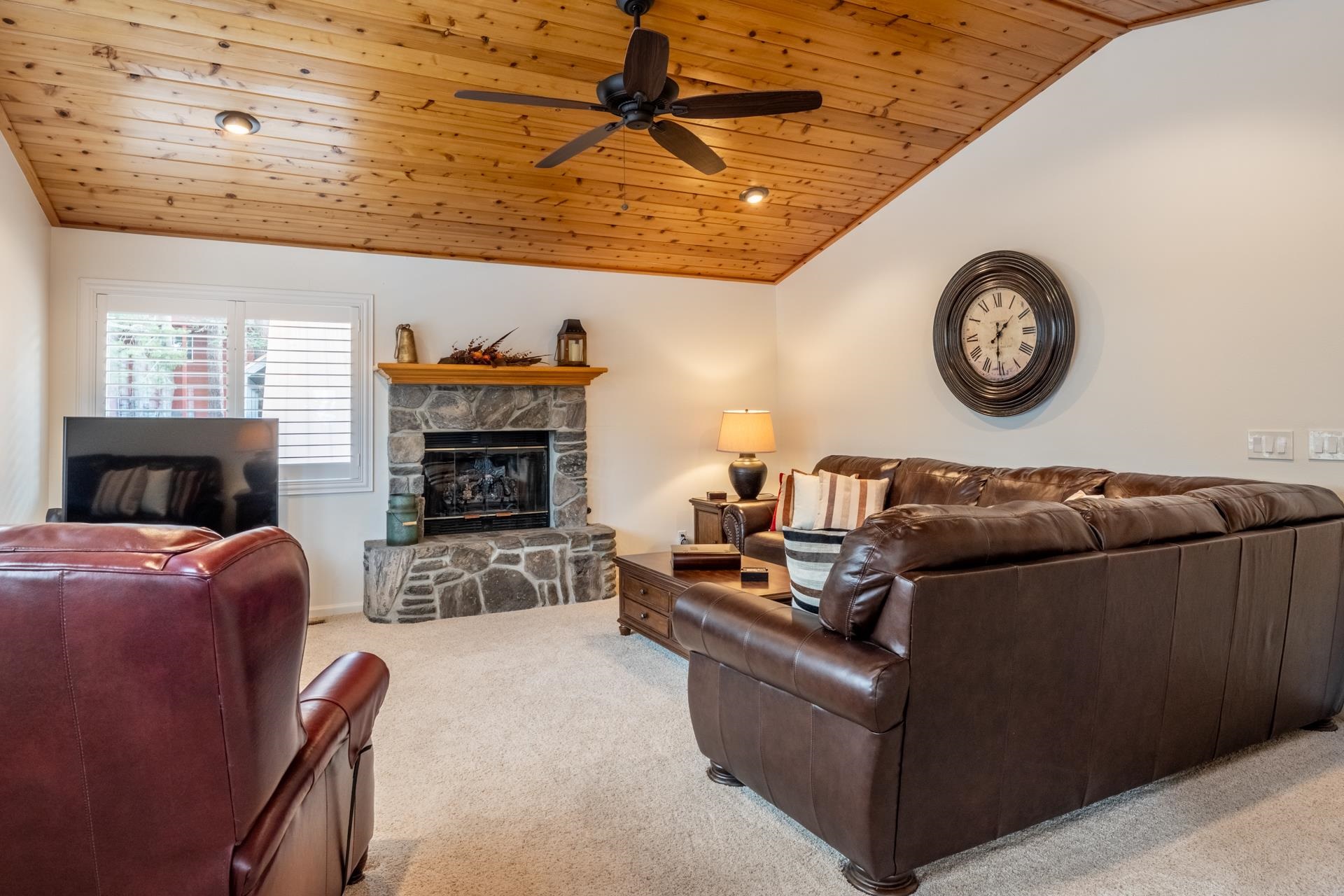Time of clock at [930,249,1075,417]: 1:30
